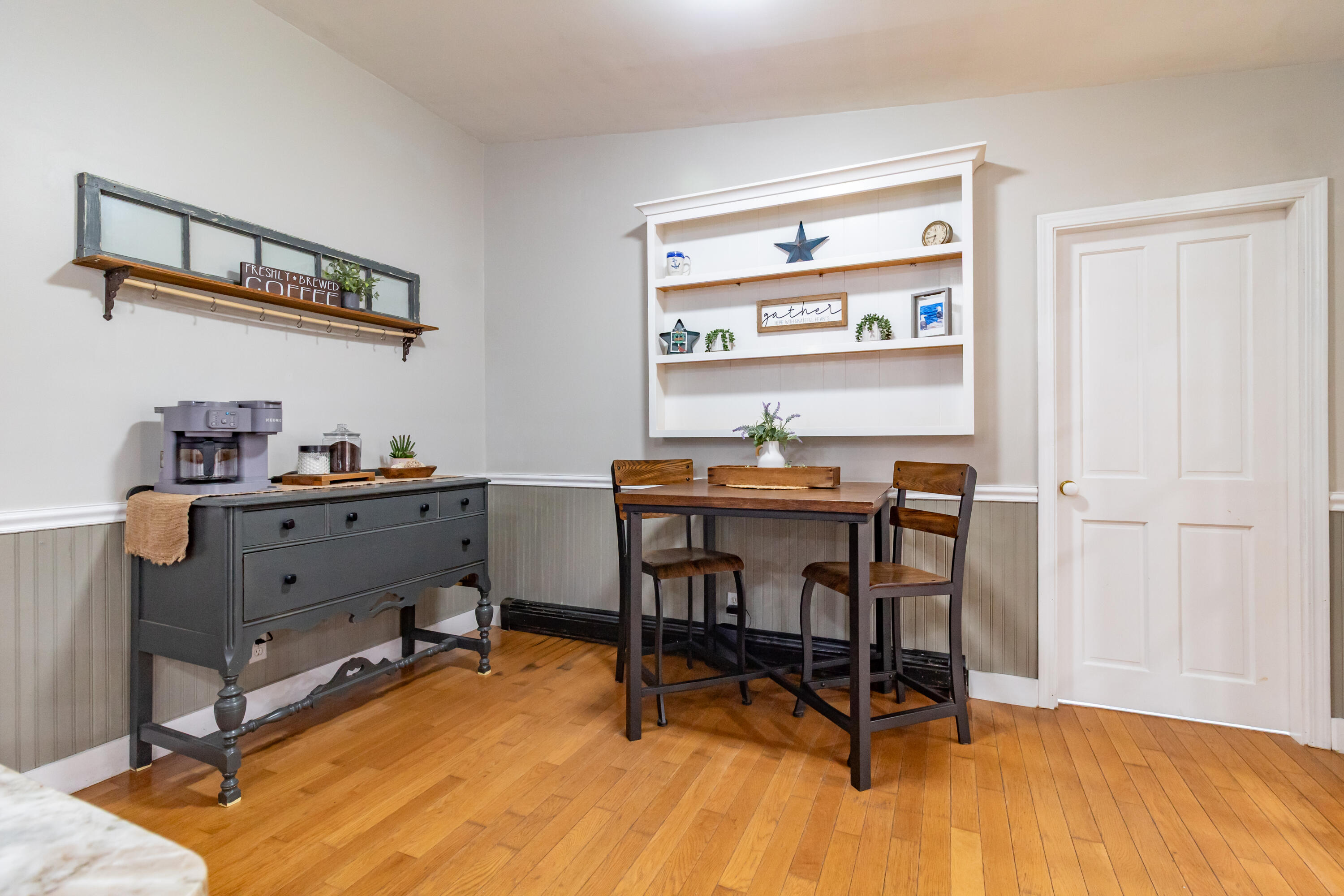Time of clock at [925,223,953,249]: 6:44
